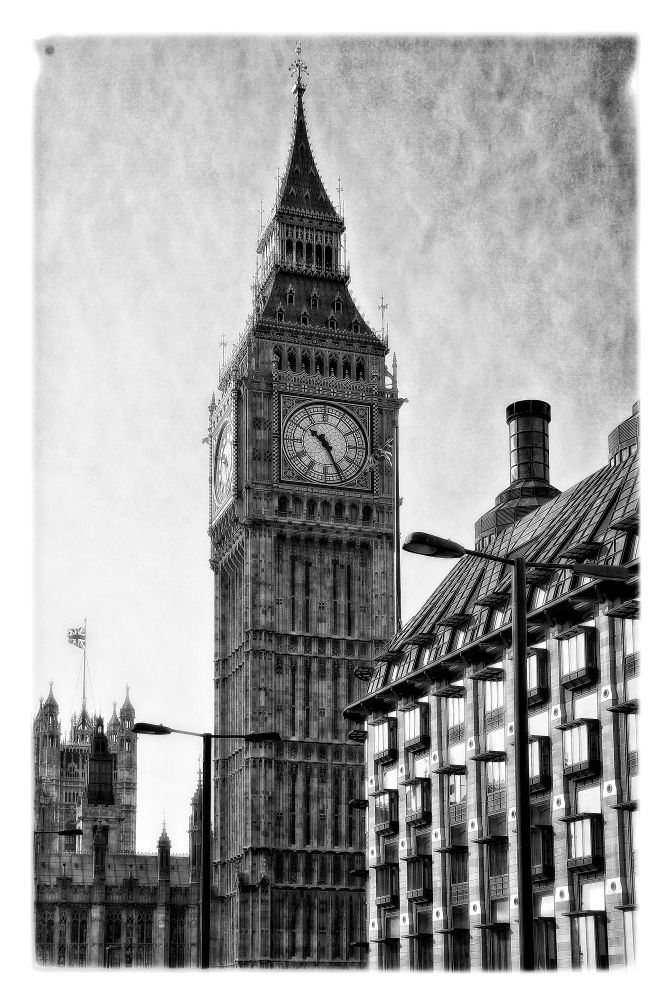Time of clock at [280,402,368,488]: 10:25
